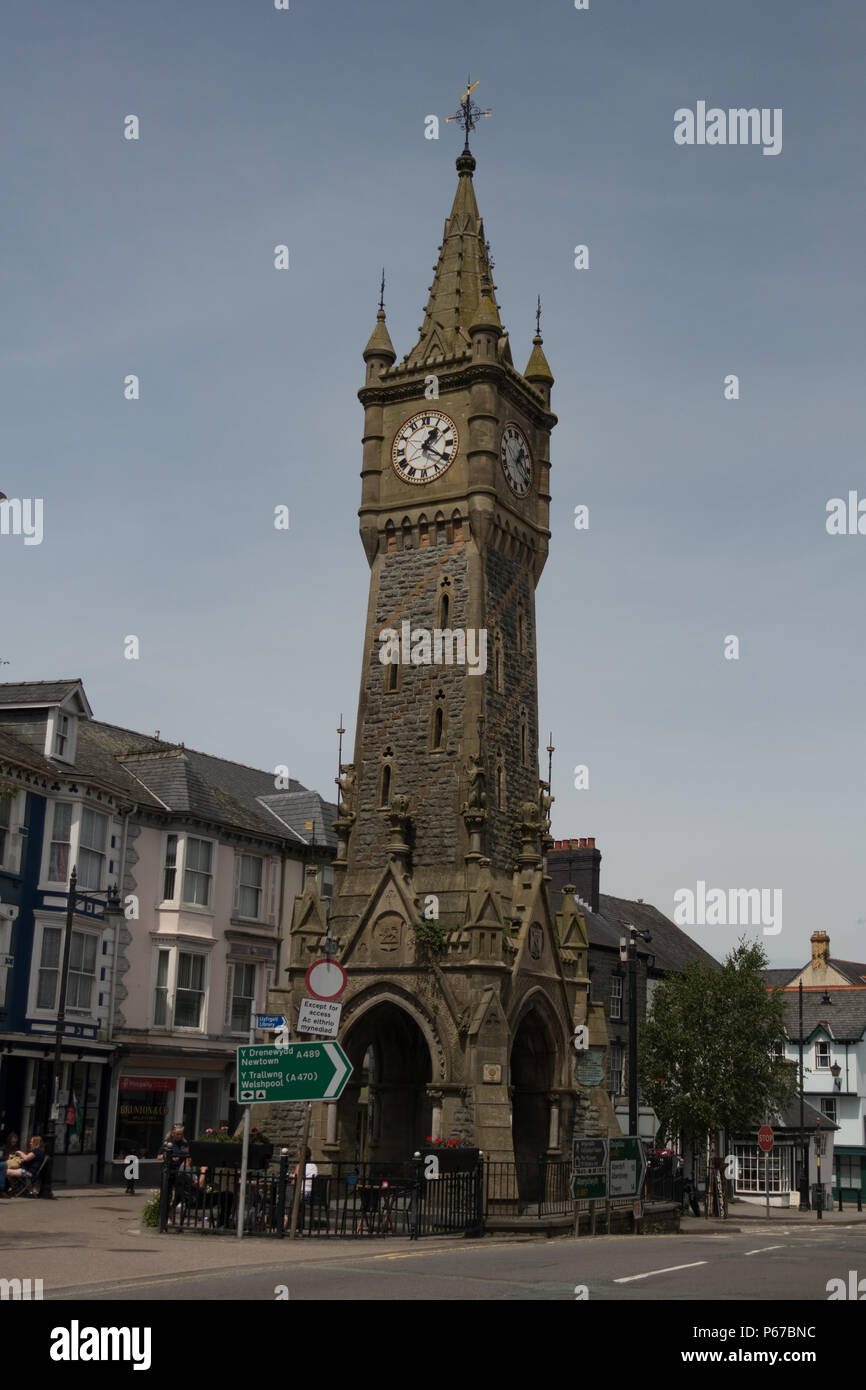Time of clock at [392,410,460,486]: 1:20
